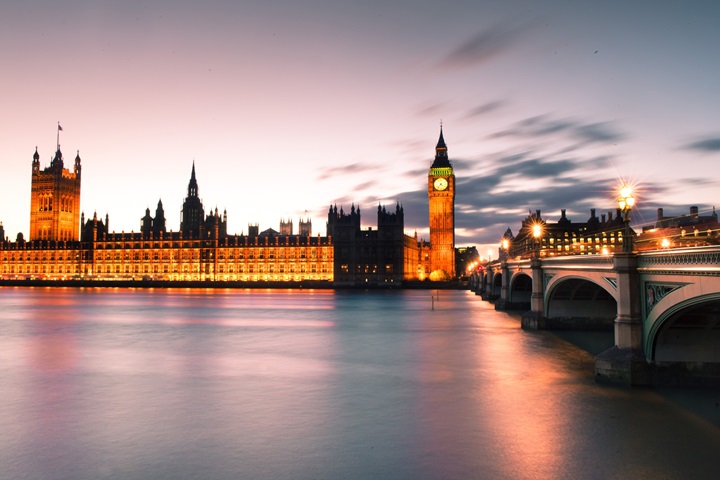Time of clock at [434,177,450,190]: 4:36
